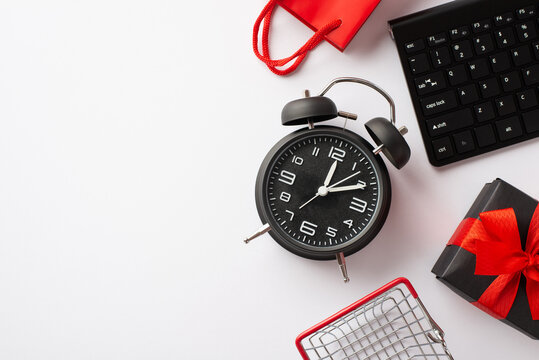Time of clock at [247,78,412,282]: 12:10
